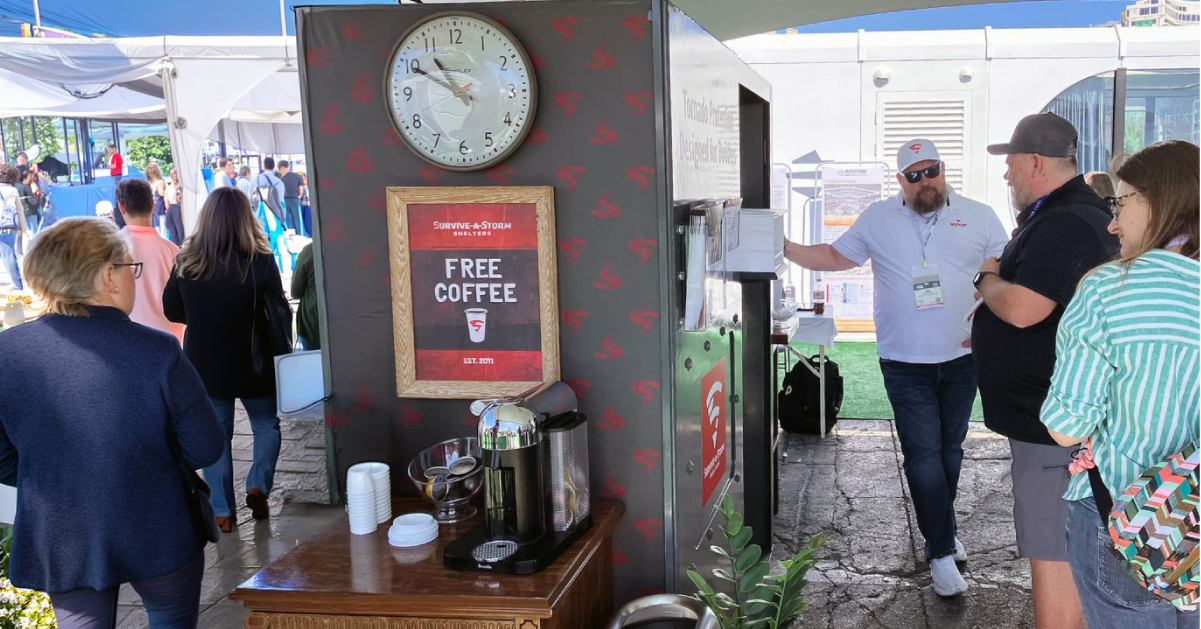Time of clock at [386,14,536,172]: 10:49
